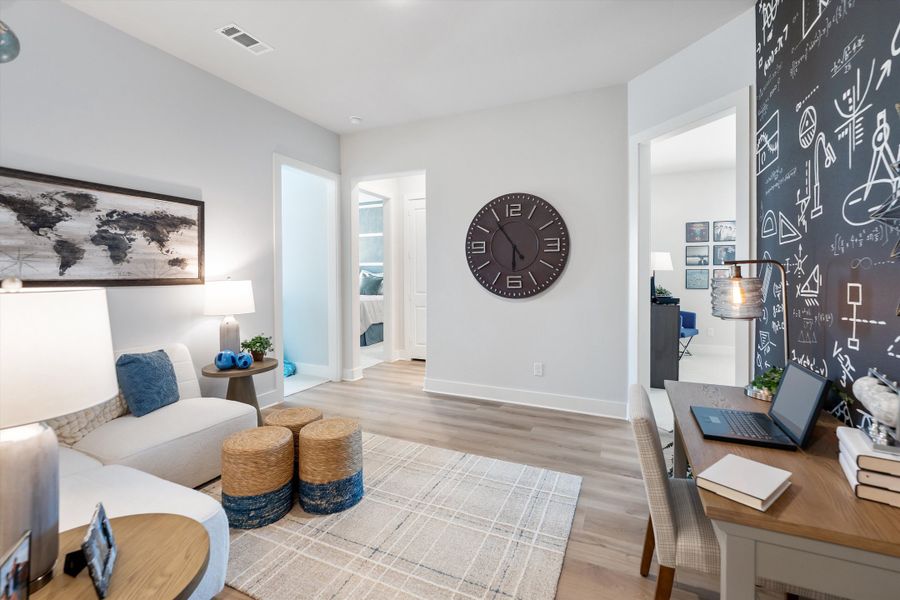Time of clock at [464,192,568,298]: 5:54
